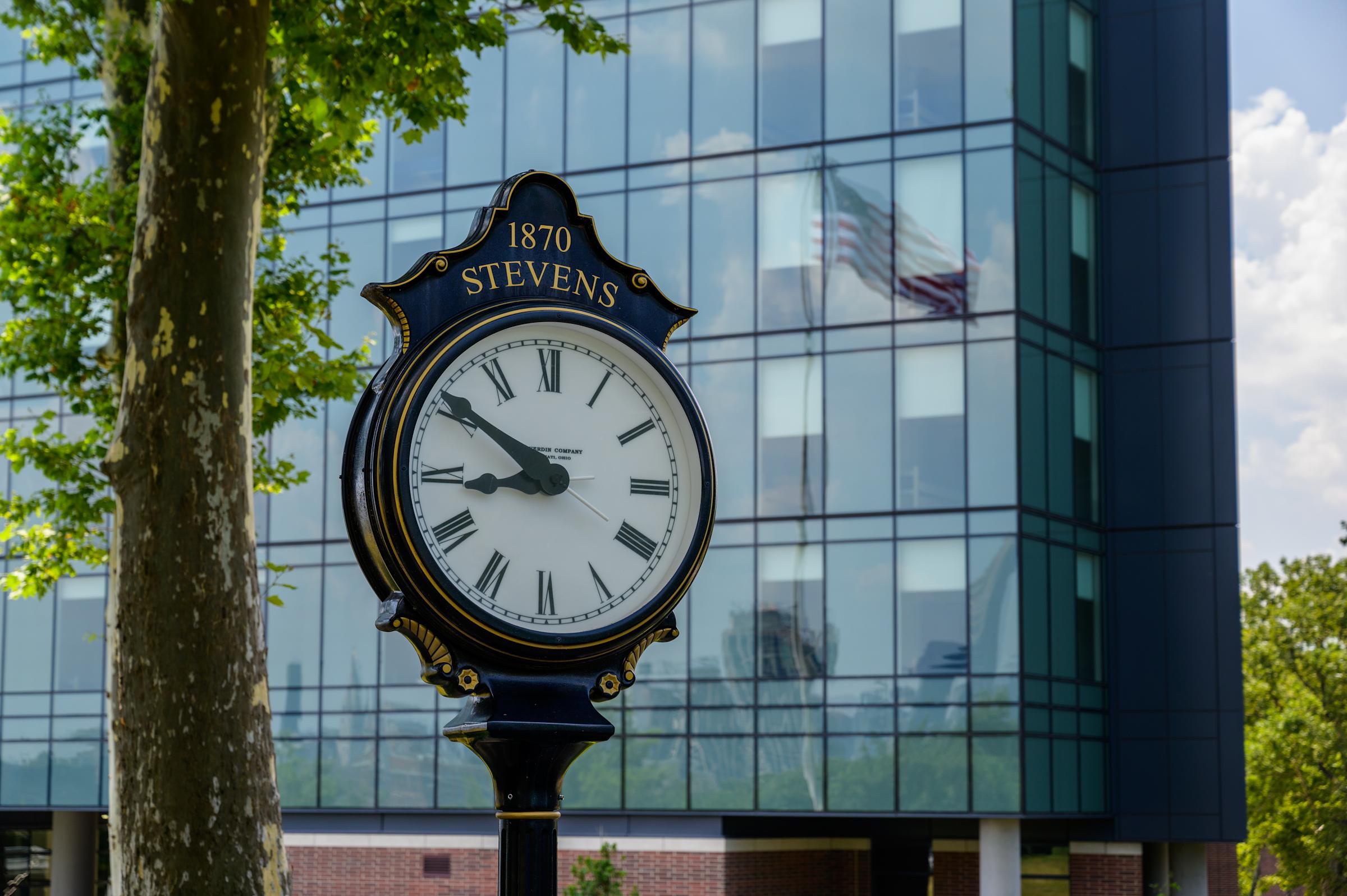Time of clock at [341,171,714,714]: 8:50
